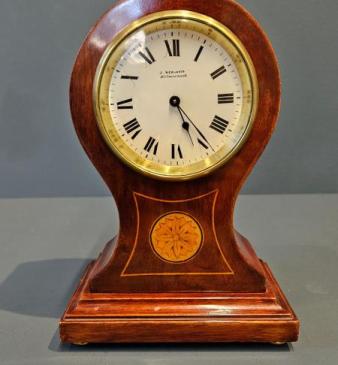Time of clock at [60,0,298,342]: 5:24
